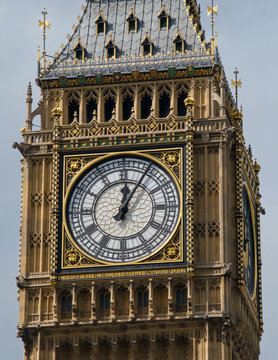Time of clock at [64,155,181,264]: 12:05
